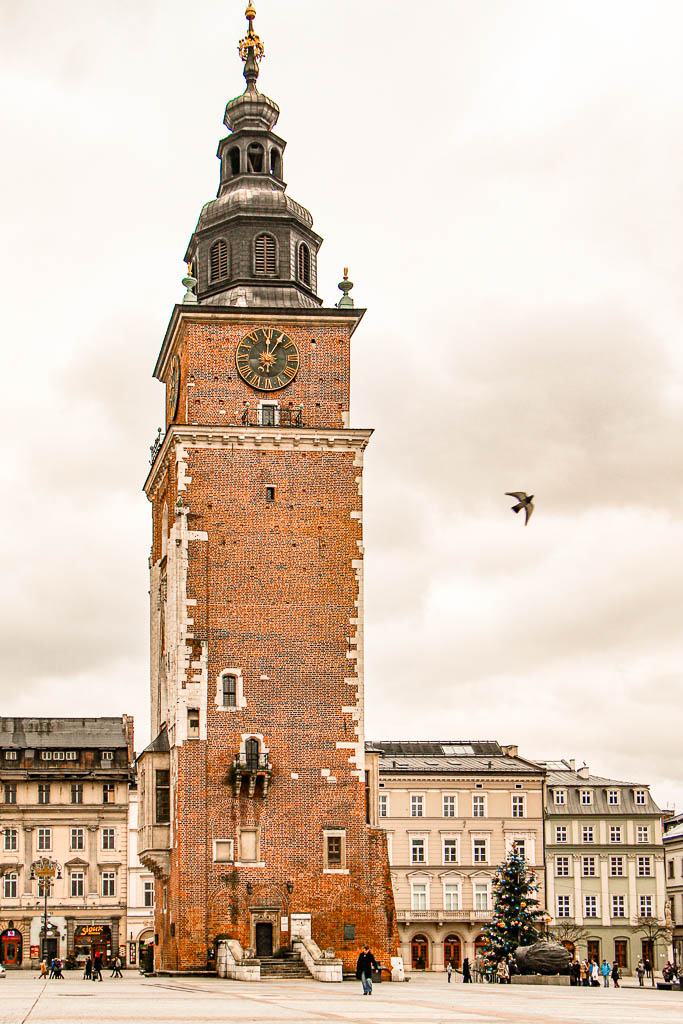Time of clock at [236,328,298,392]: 12:05
